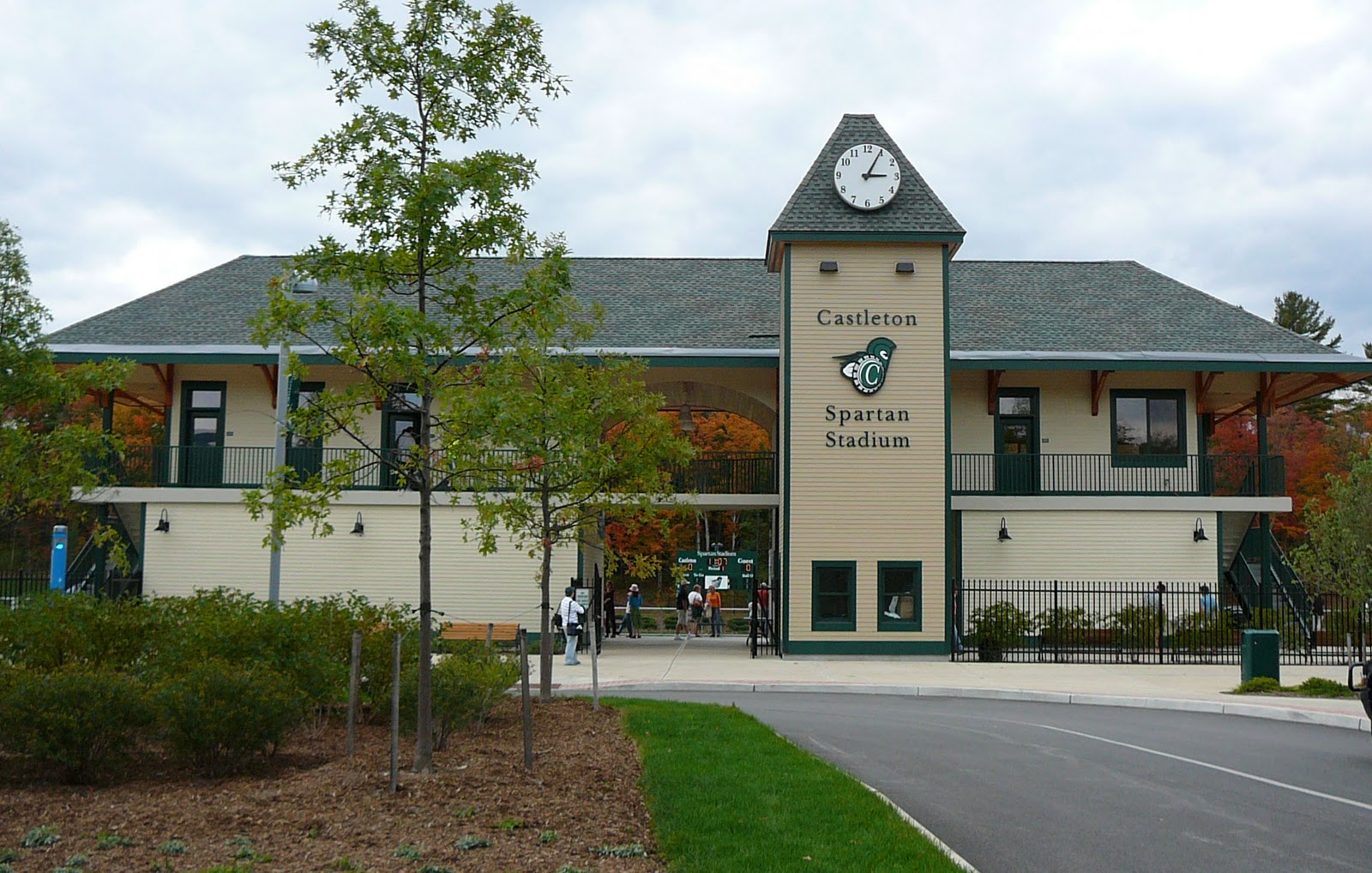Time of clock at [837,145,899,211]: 3:04
